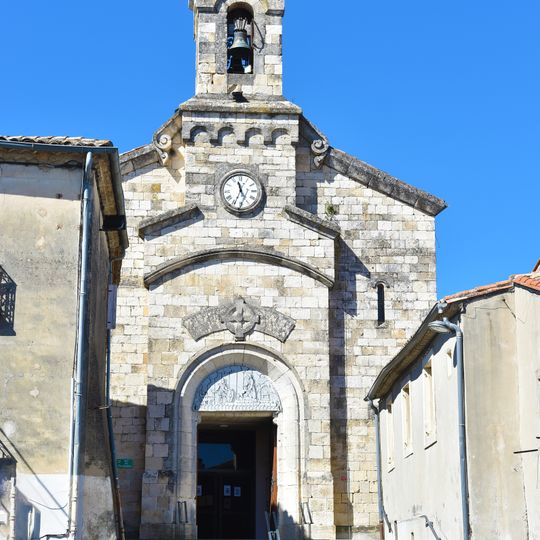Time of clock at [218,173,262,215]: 11:34
